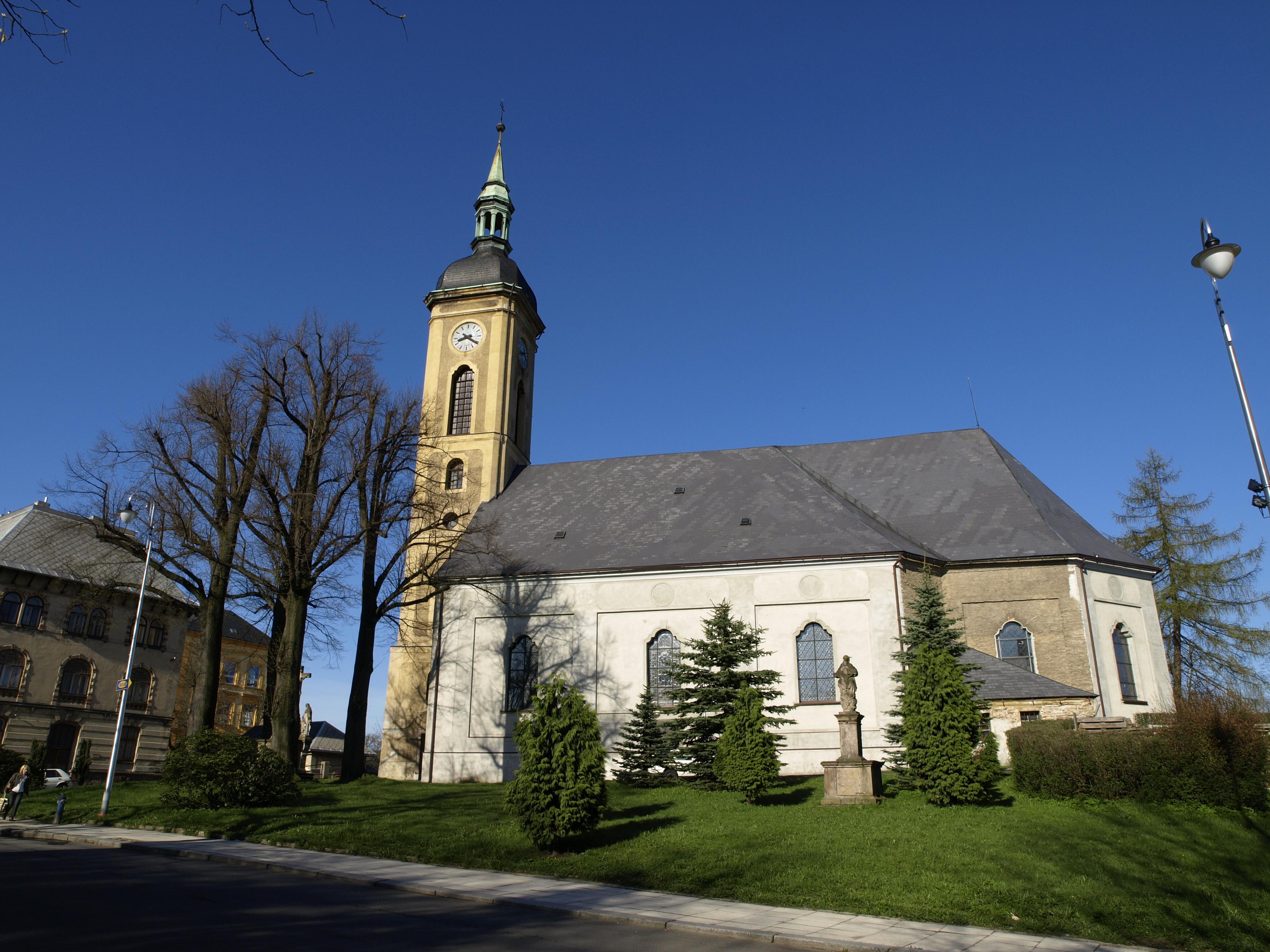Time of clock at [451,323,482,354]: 8:20
